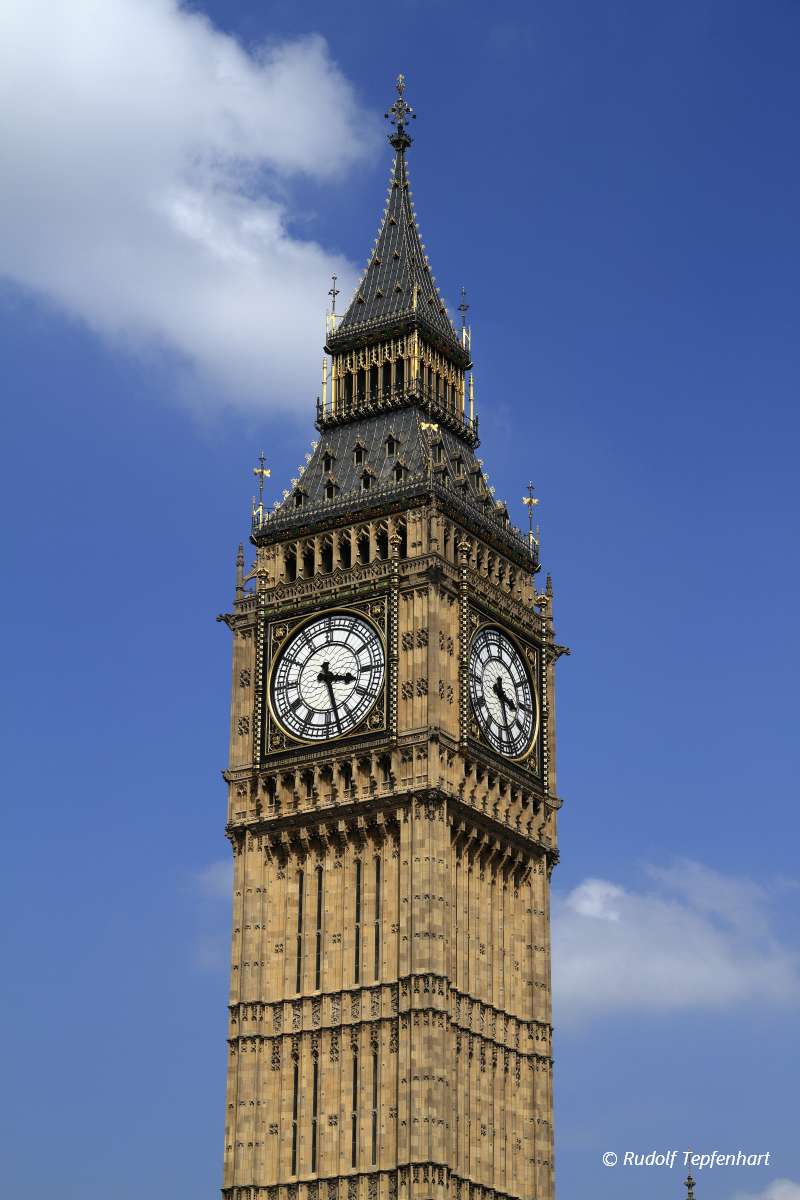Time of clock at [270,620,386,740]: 3:27
